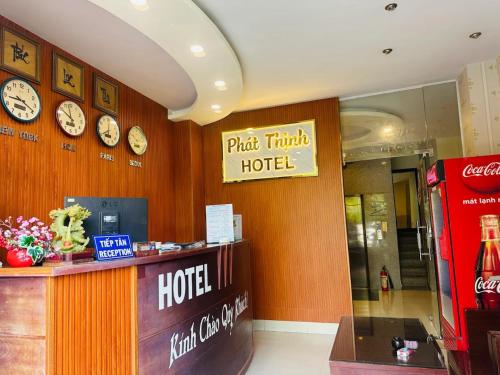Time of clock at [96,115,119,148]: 8:01
